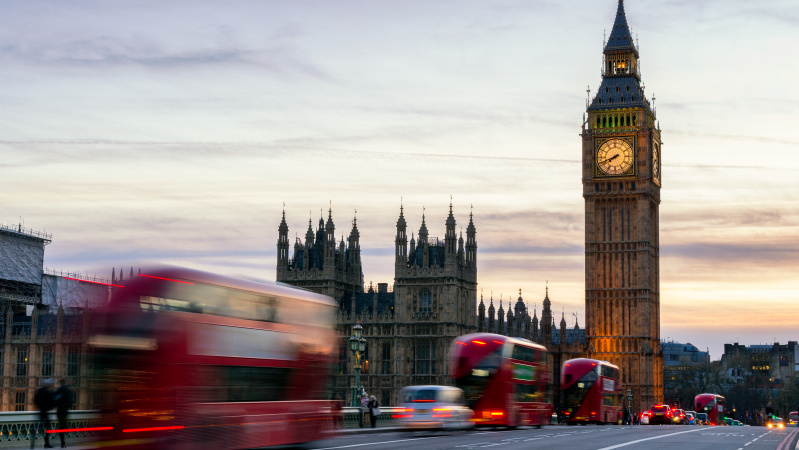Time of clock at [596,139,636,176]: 7:41
